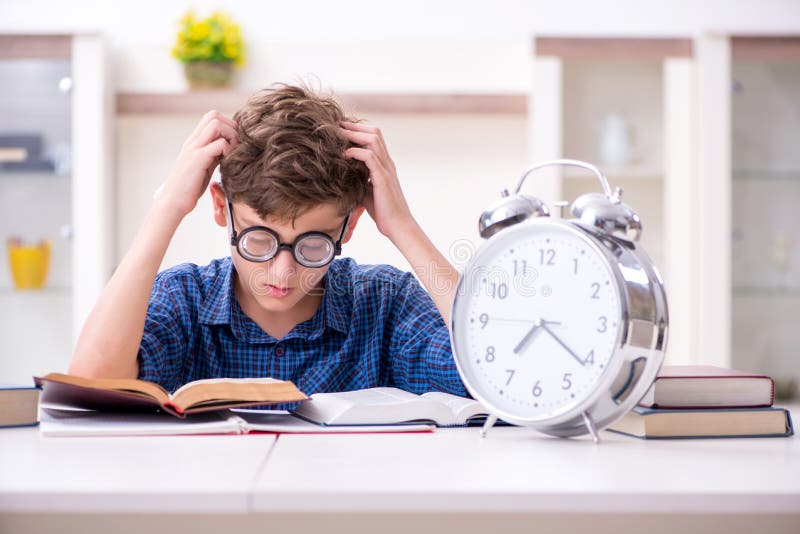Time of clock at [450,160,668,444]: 7:21
